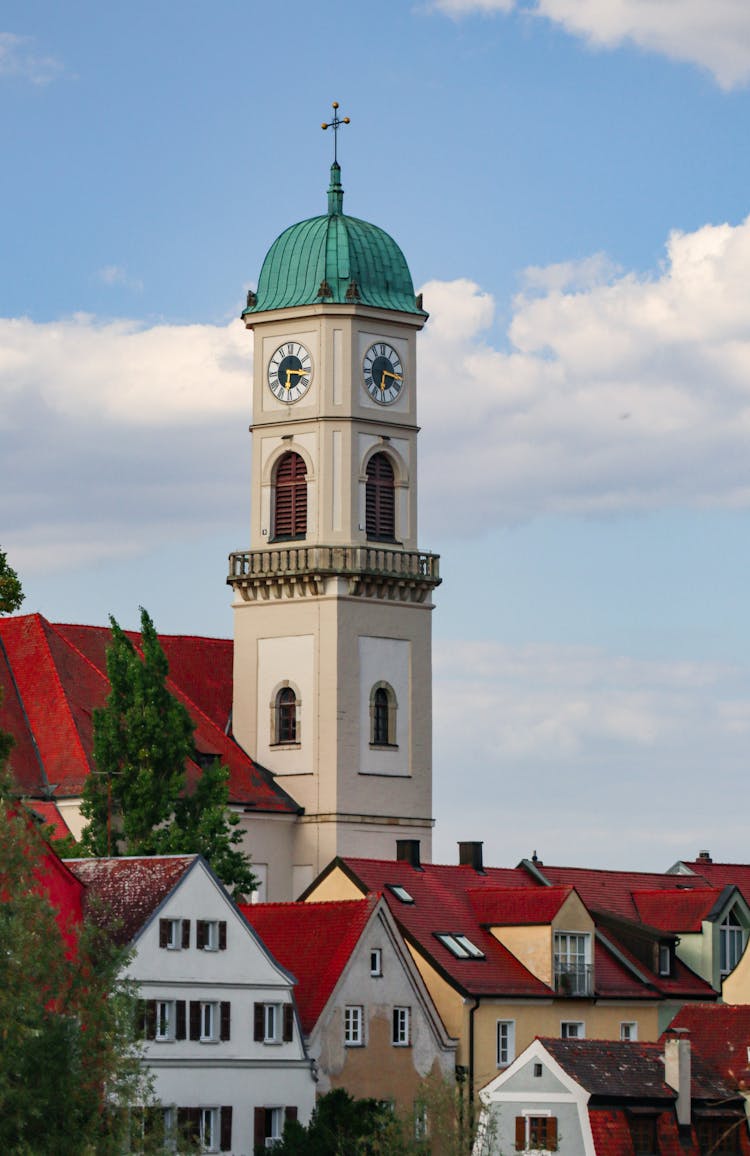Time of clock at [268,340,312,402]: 6:16
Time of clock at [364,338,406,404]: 6:16
